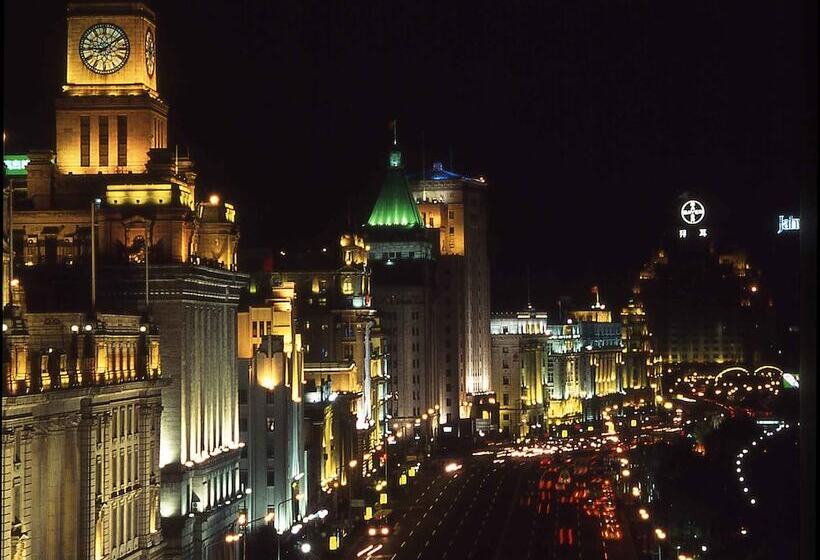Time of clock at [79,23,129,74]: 9:08
